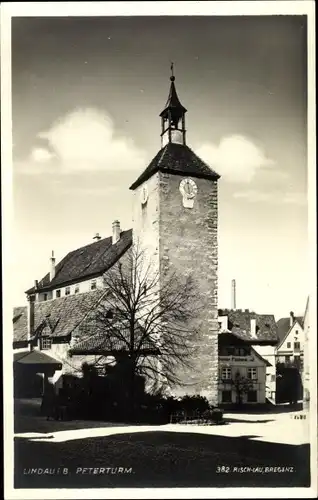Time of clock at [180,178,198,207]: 5:59
